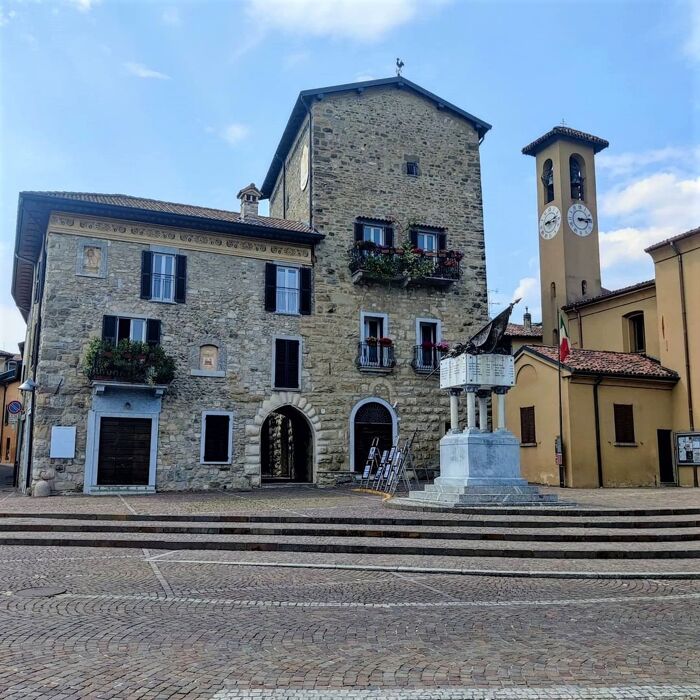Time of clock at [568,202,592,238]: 3:13
